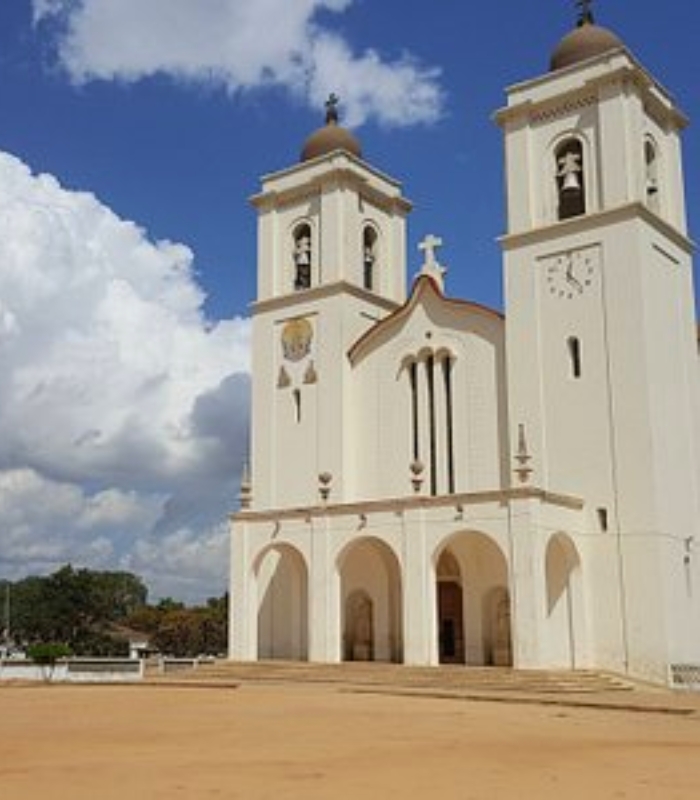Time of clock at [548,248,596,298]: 12:23
